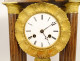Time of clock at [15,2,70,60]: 5:09
